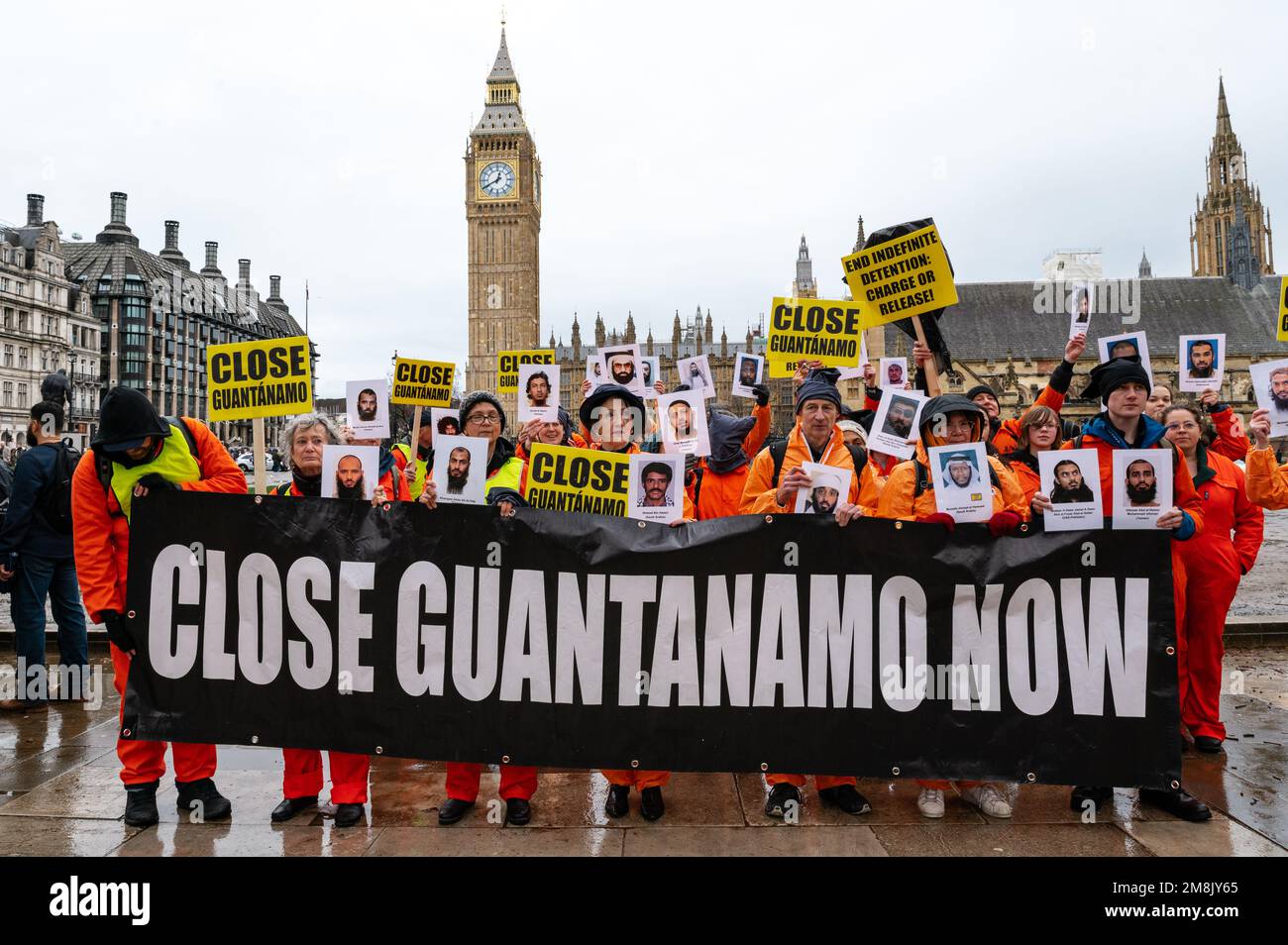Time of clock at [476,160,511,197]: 12:40
